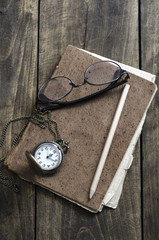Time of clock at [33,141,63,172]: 2:21
